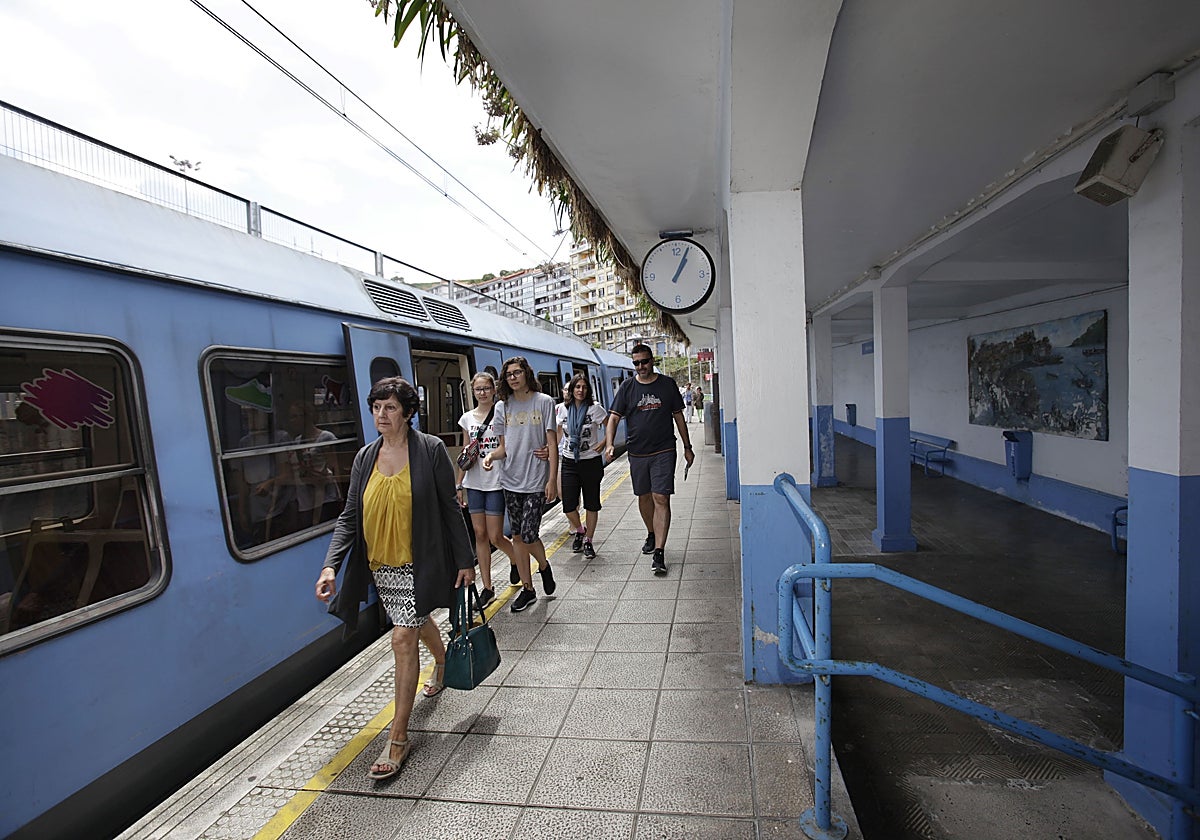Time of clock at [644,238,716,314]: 1:04
